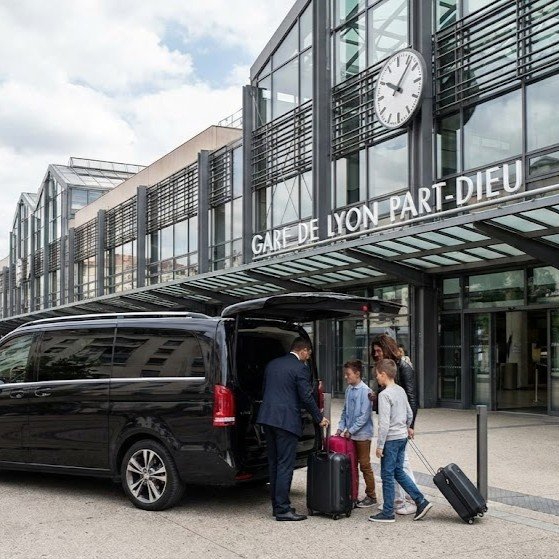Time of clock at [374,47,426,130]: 10:07
